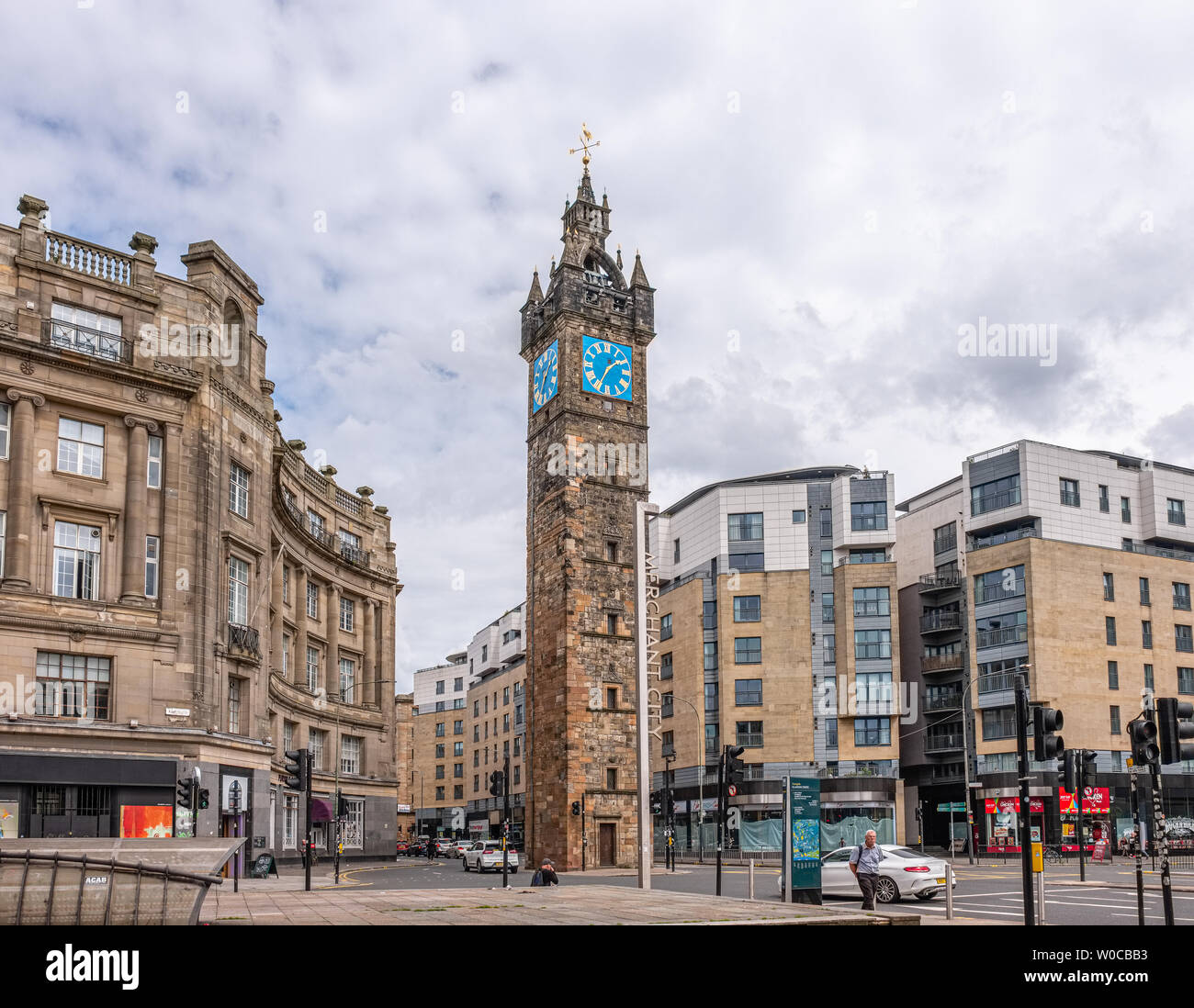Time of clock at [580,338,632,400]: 1:34
